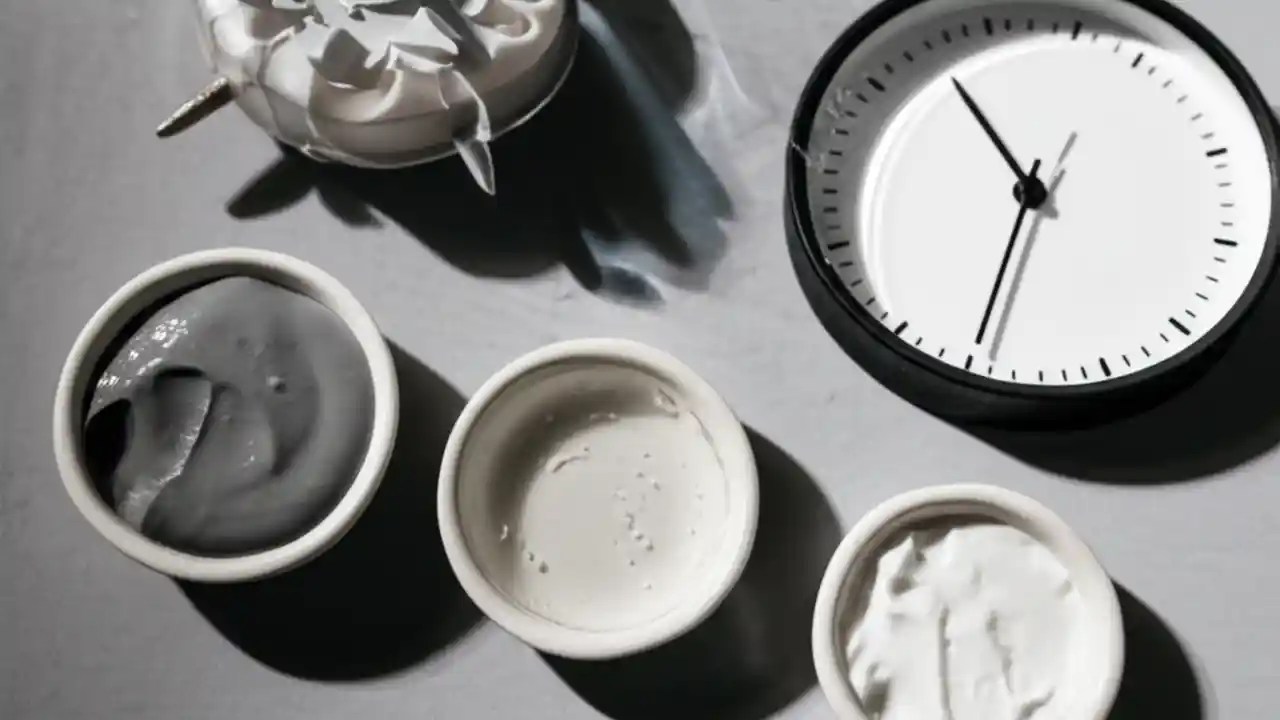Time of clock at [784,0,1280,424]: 10:31
